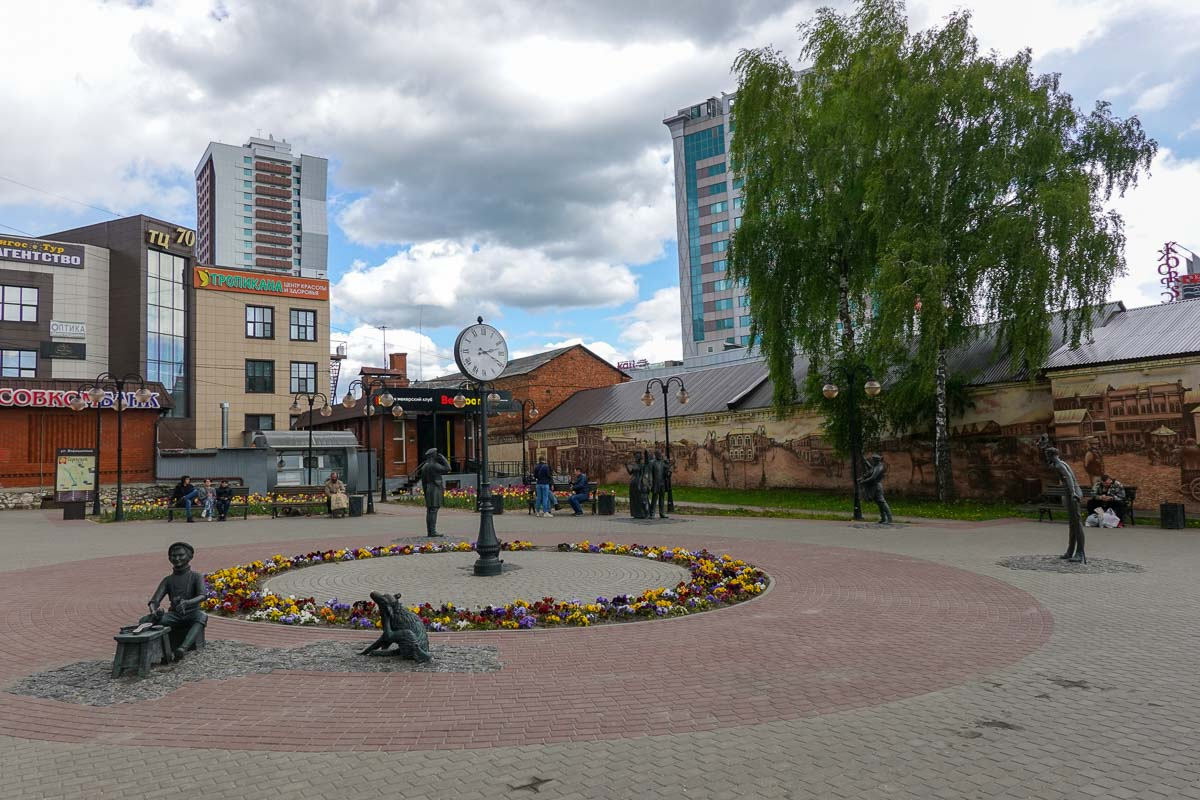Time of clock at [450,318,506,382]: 2:19
